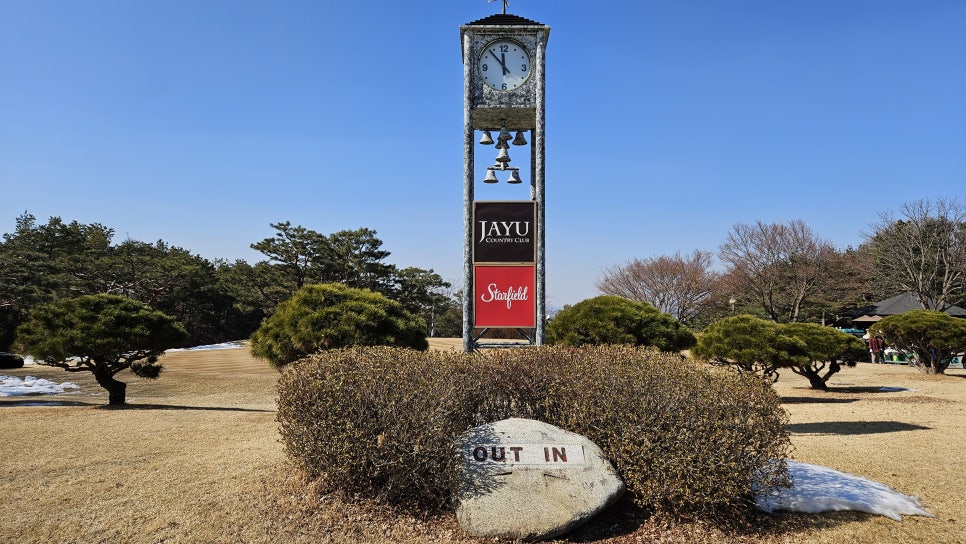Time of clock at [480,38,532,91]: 11:53
